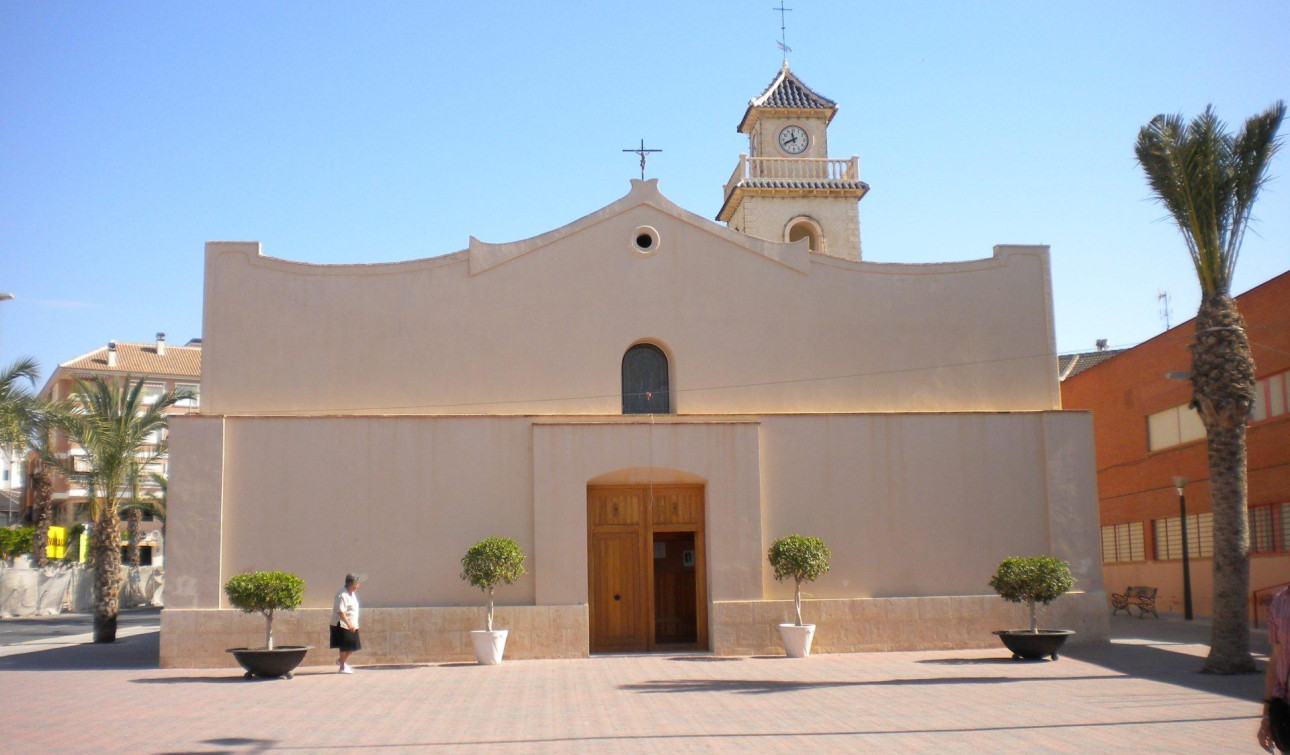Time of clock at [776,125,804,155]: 11:41
